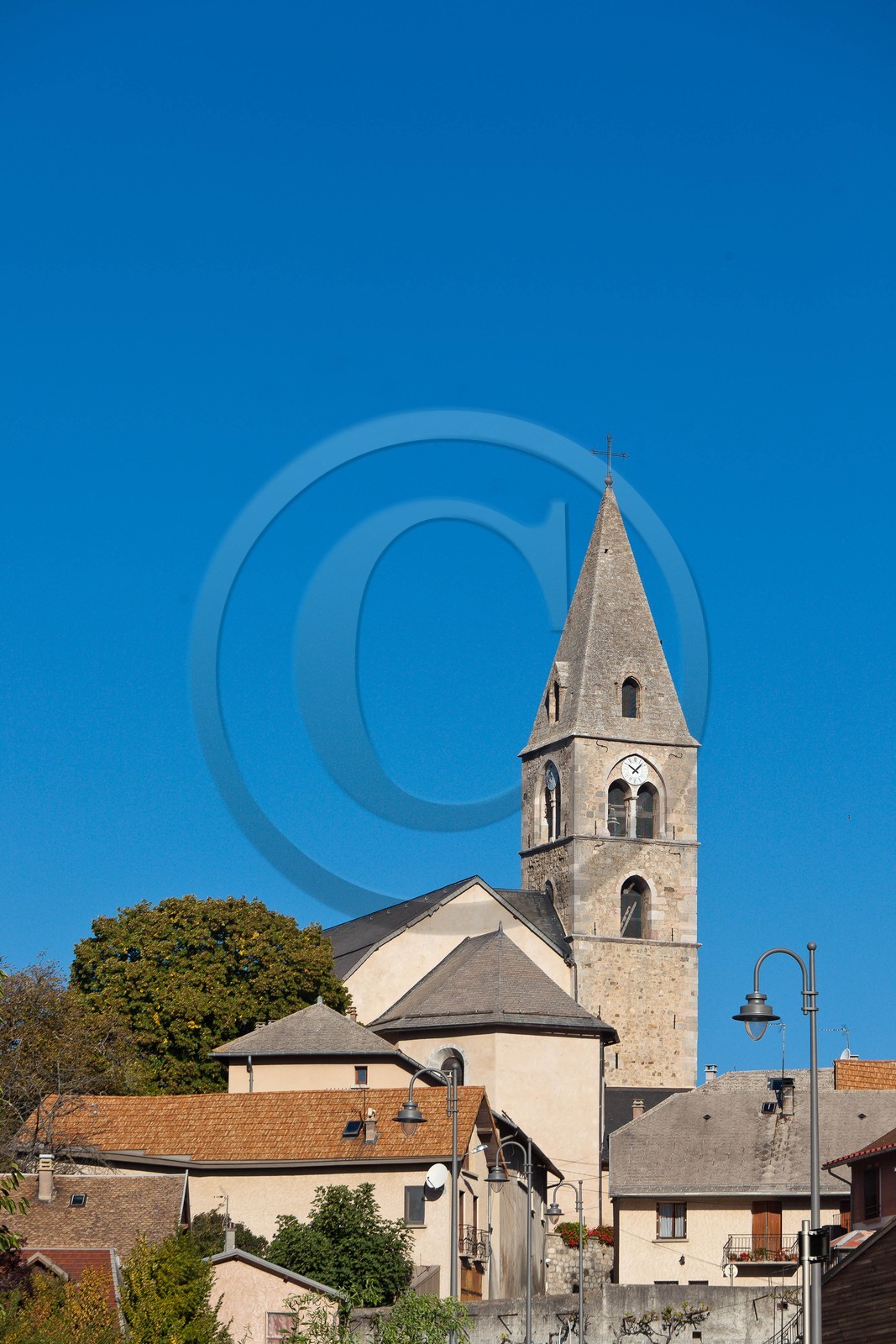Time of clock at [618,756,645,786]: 10:07
